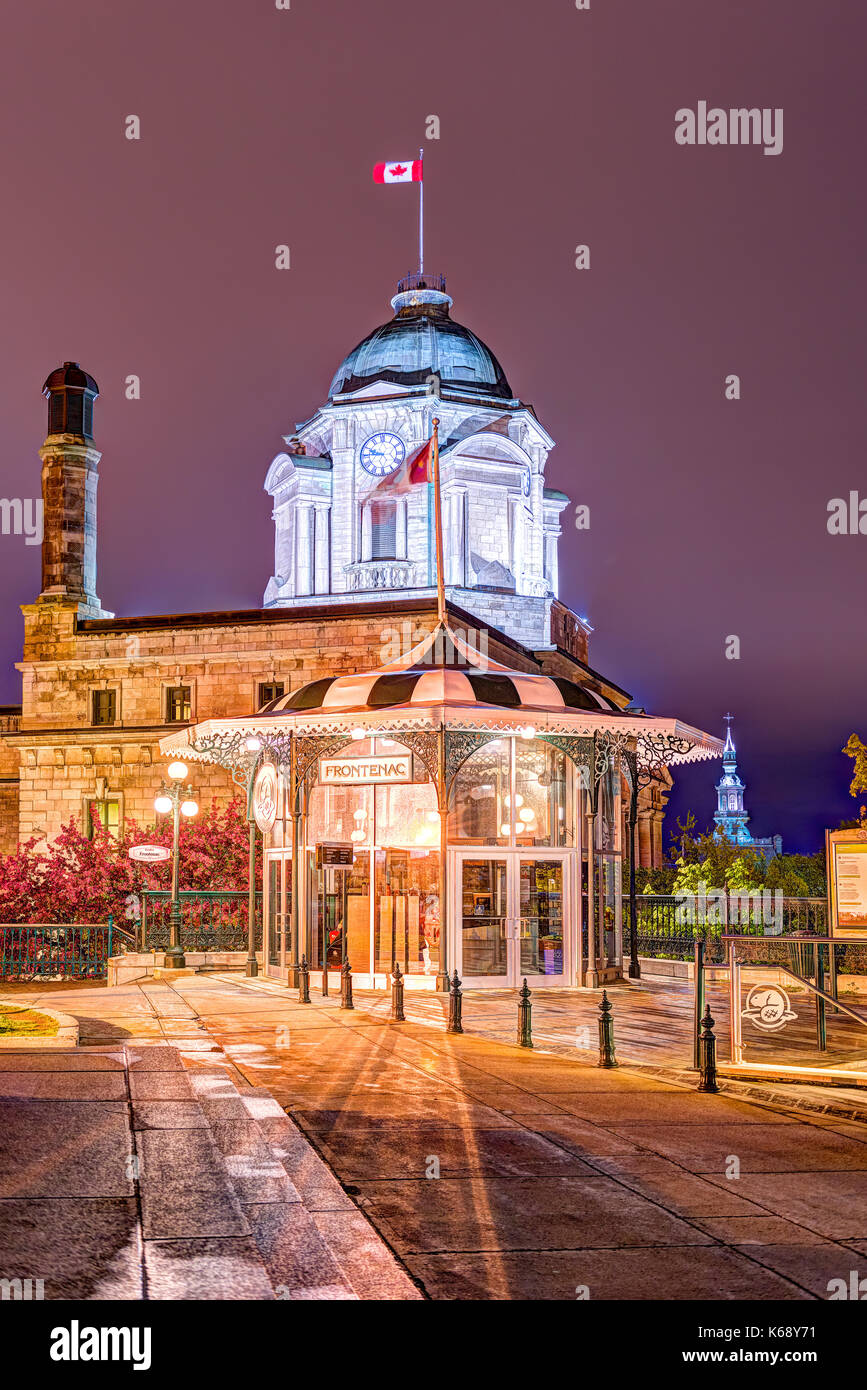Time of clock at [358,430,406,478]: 9:45
